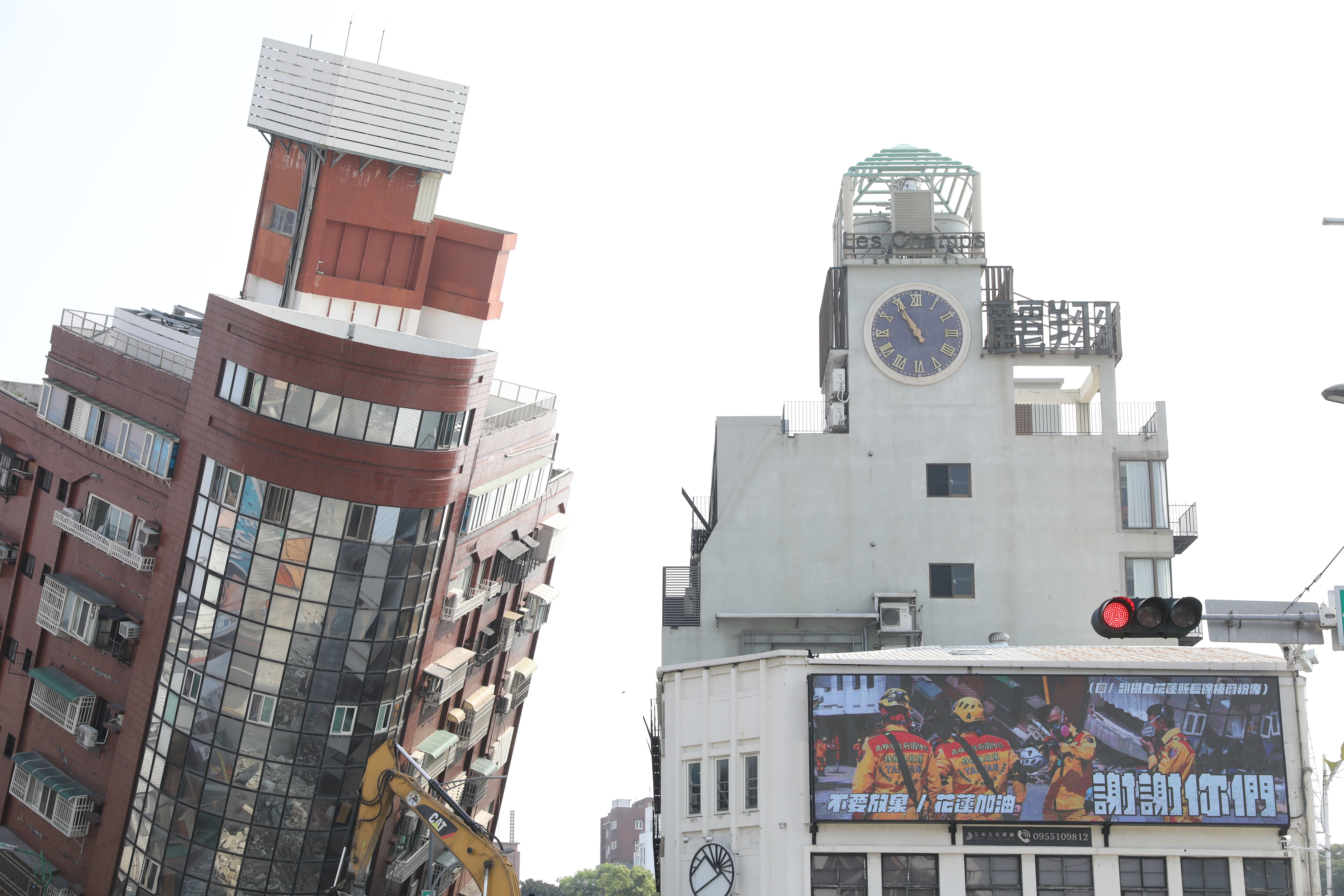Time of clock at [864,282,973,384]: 10:55
